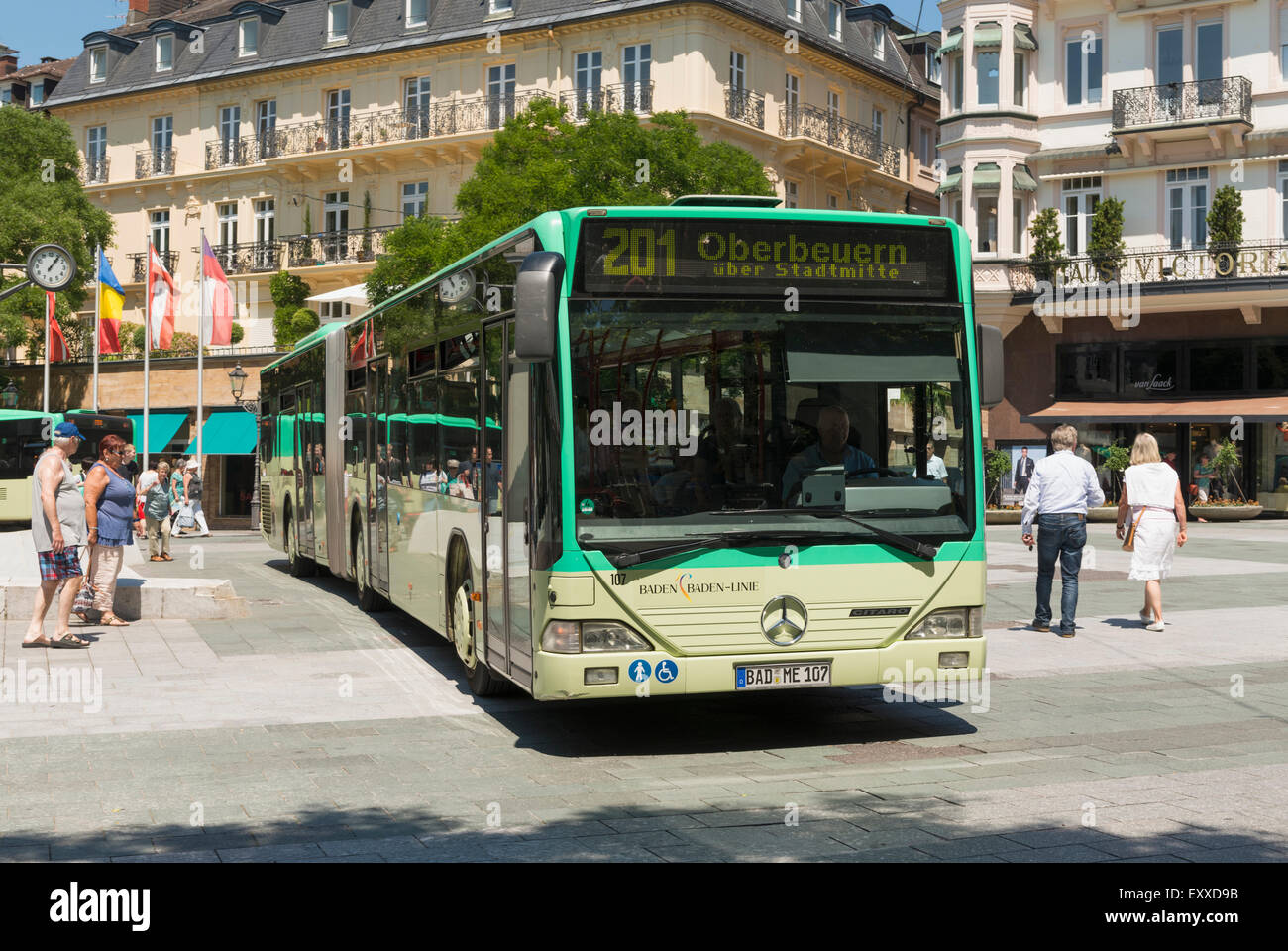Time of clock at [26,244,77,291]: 1:06
